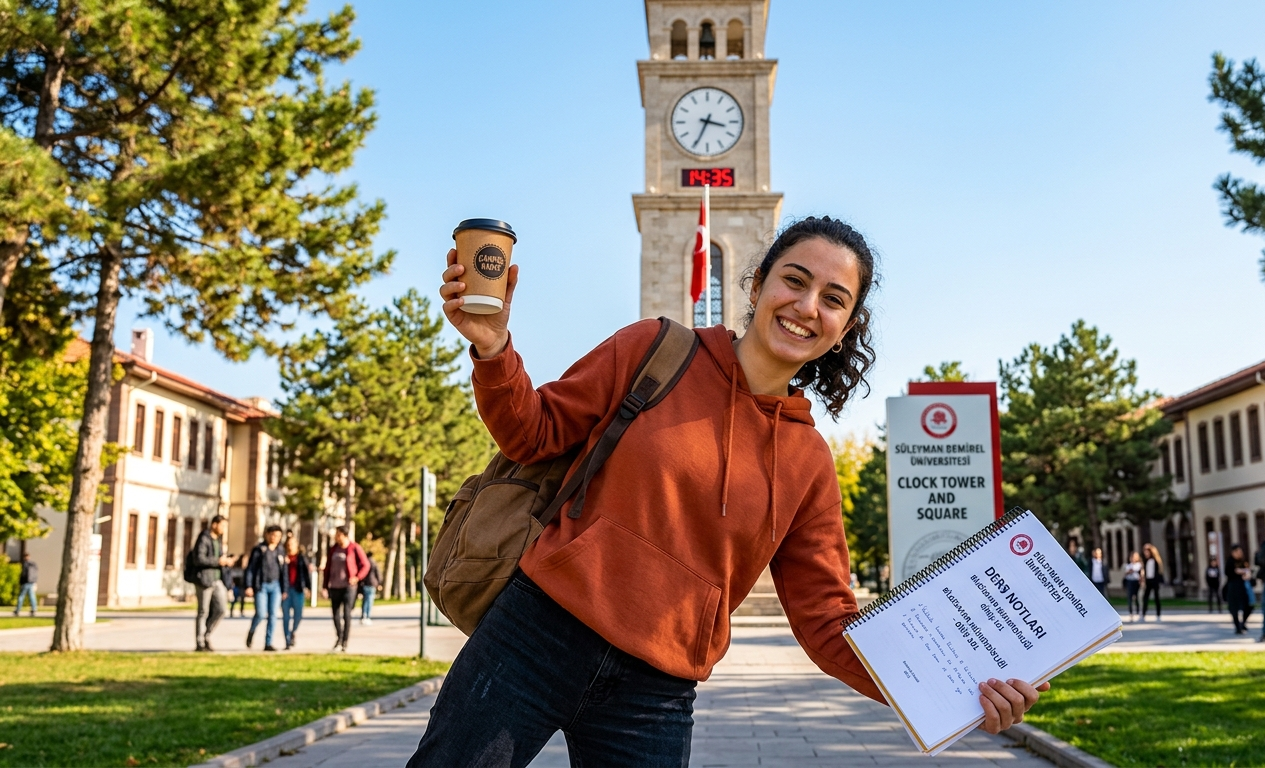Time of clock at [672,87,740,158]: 3:34
